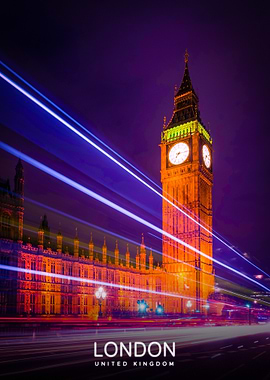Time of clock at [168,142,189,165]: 7:15
